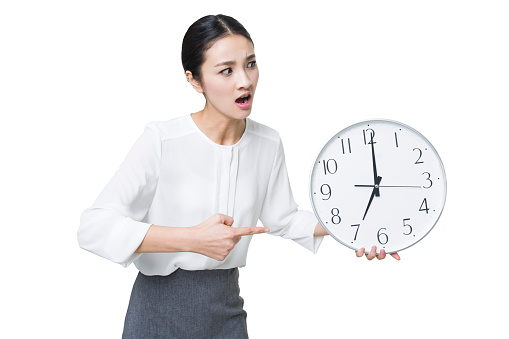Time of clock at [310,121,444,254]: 7:00
